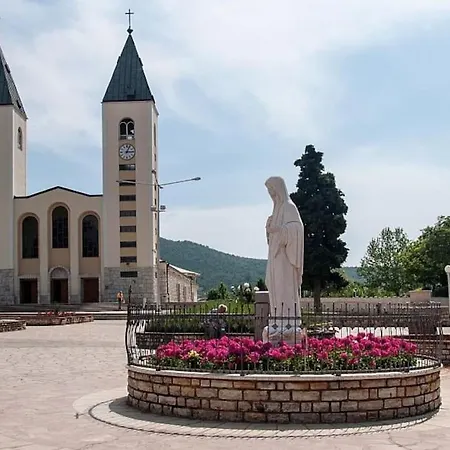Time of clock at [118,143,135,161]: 3:04
